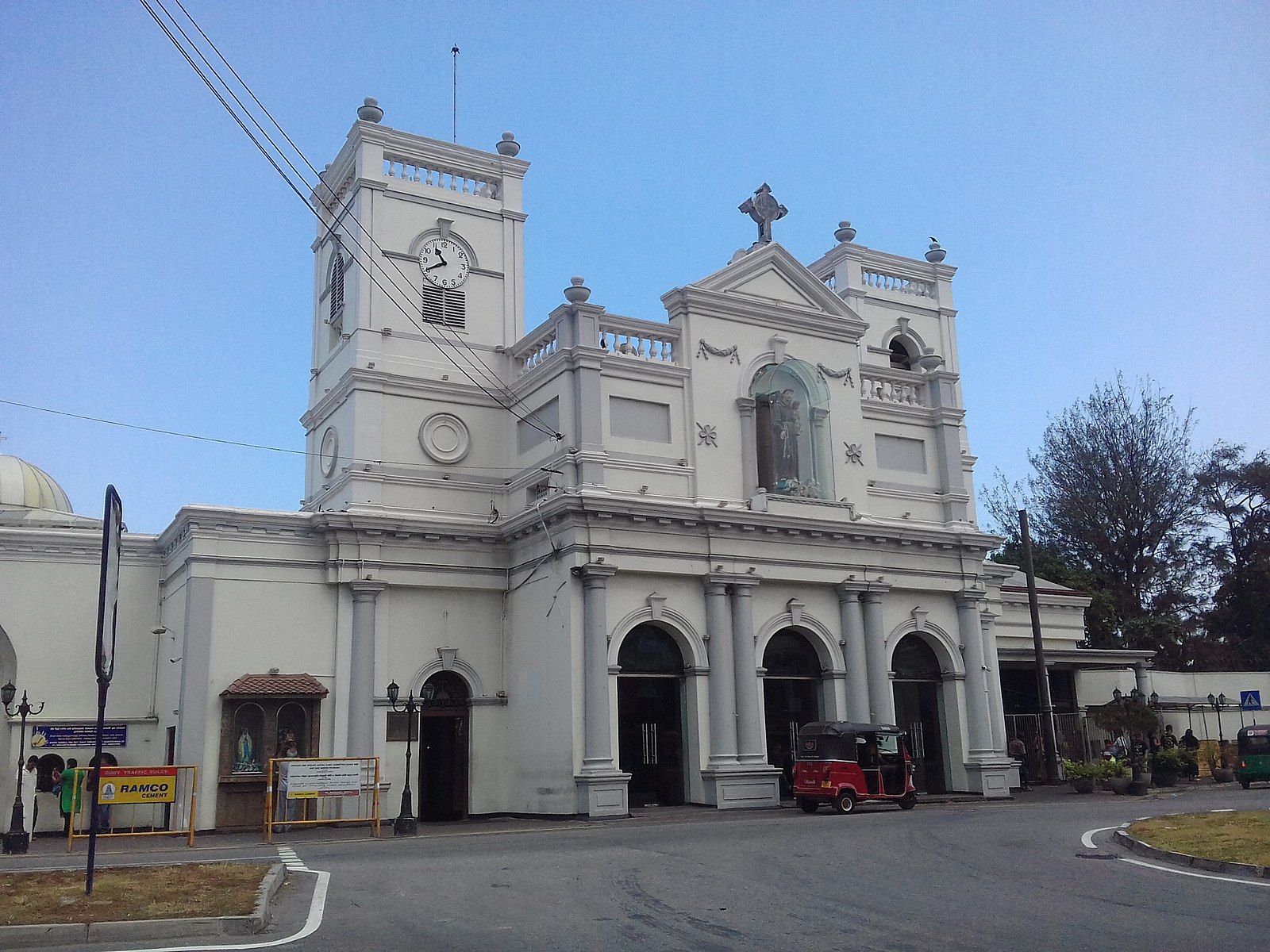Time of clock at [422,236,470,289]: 10:40
